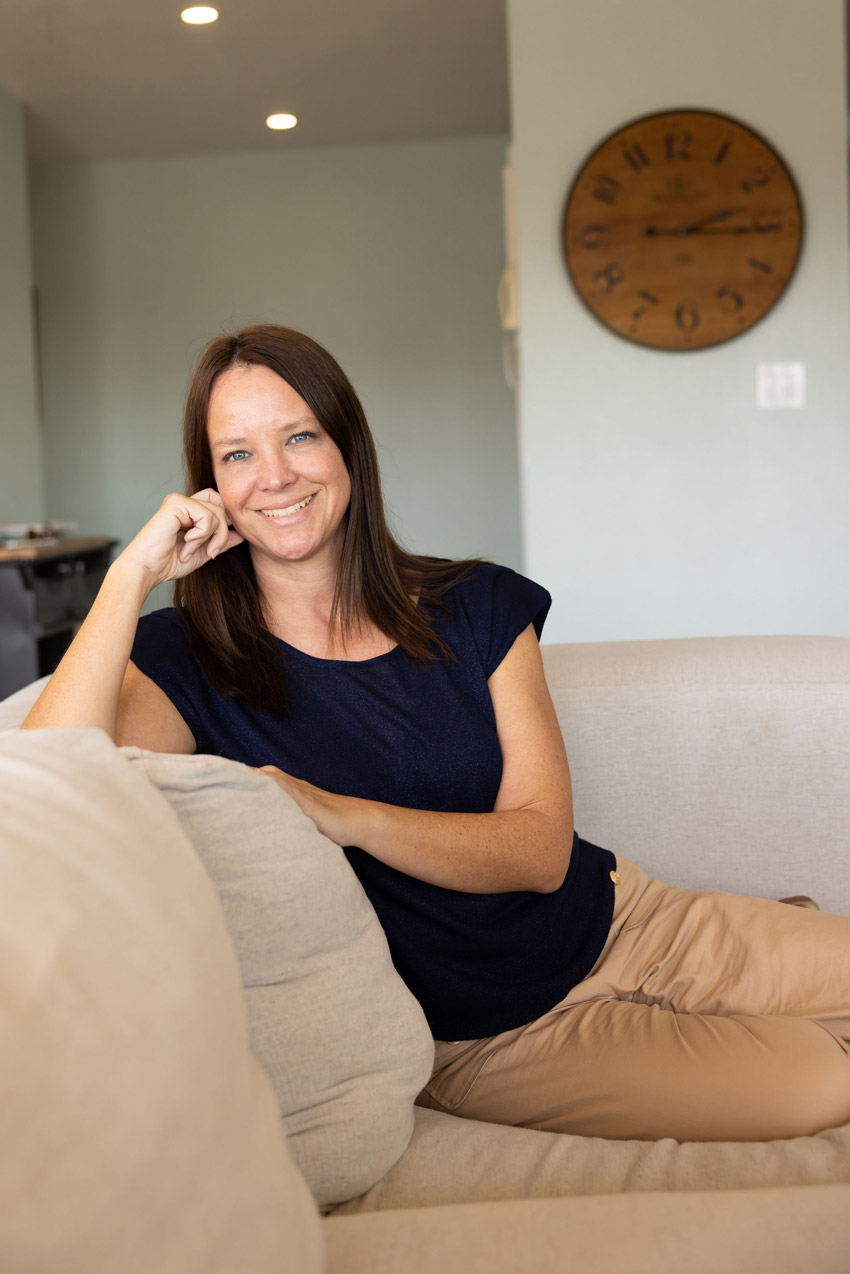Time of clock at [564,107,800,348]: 2:15
